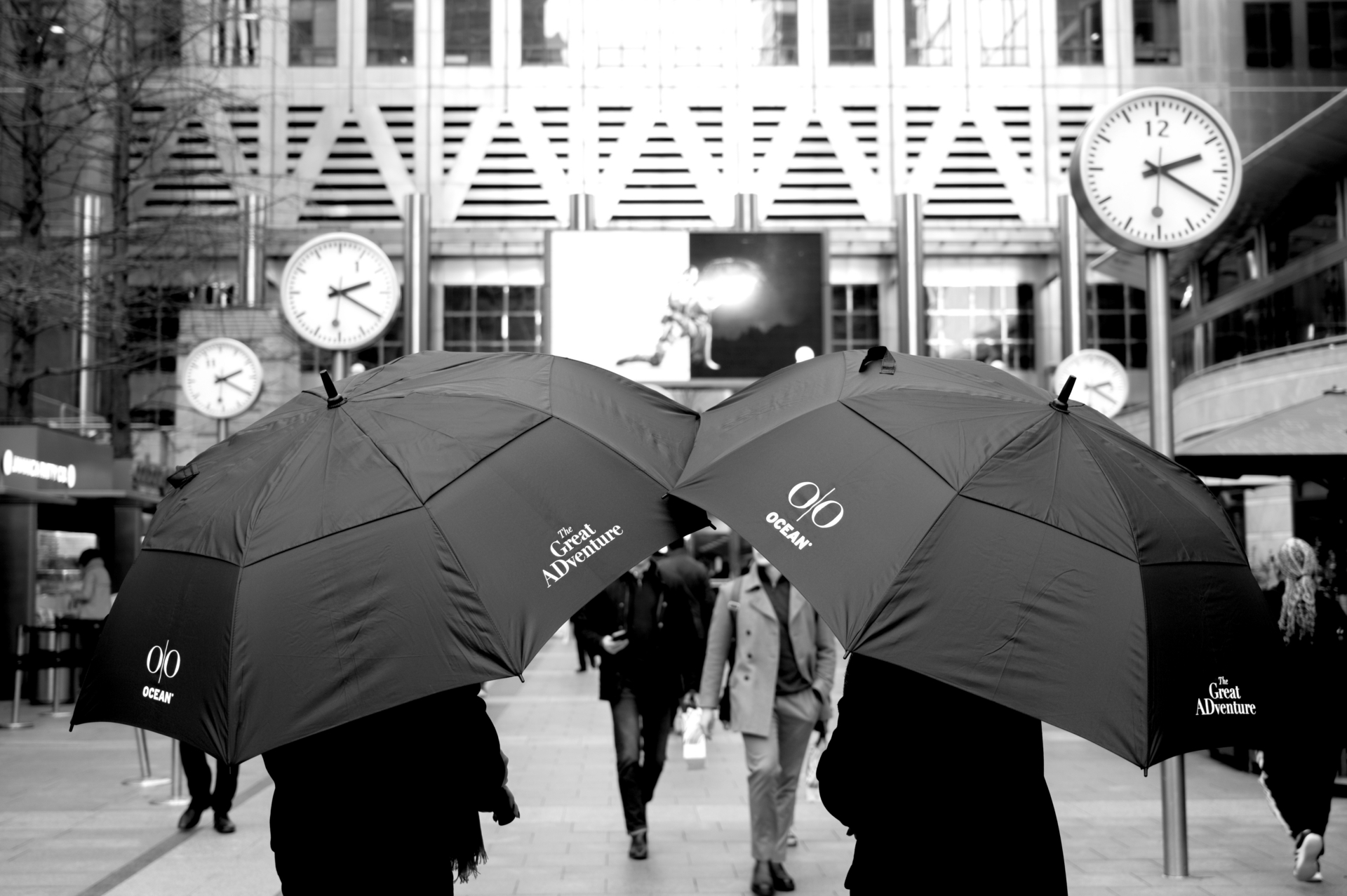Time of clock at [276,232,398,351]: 2:20
